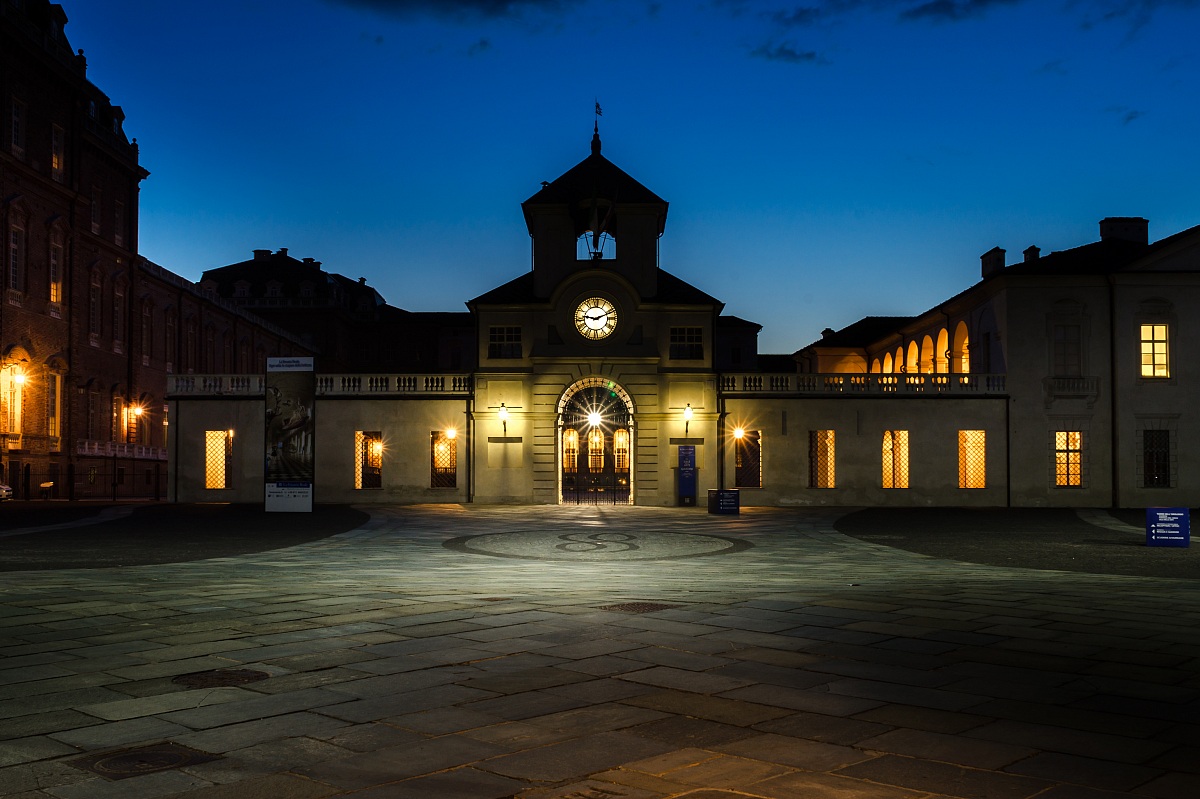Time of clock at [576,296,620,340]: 9:11
